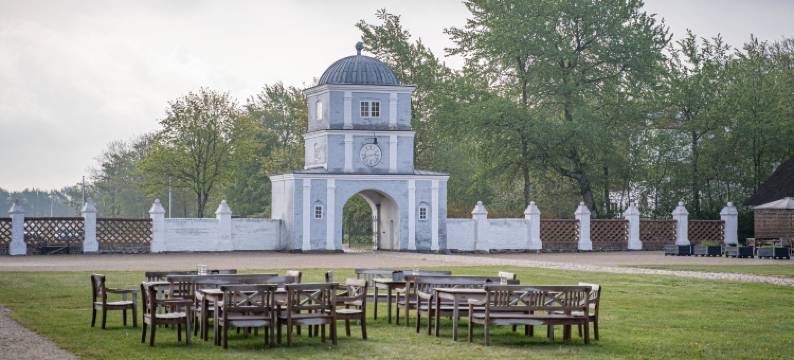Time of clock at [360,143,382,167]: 2:42
